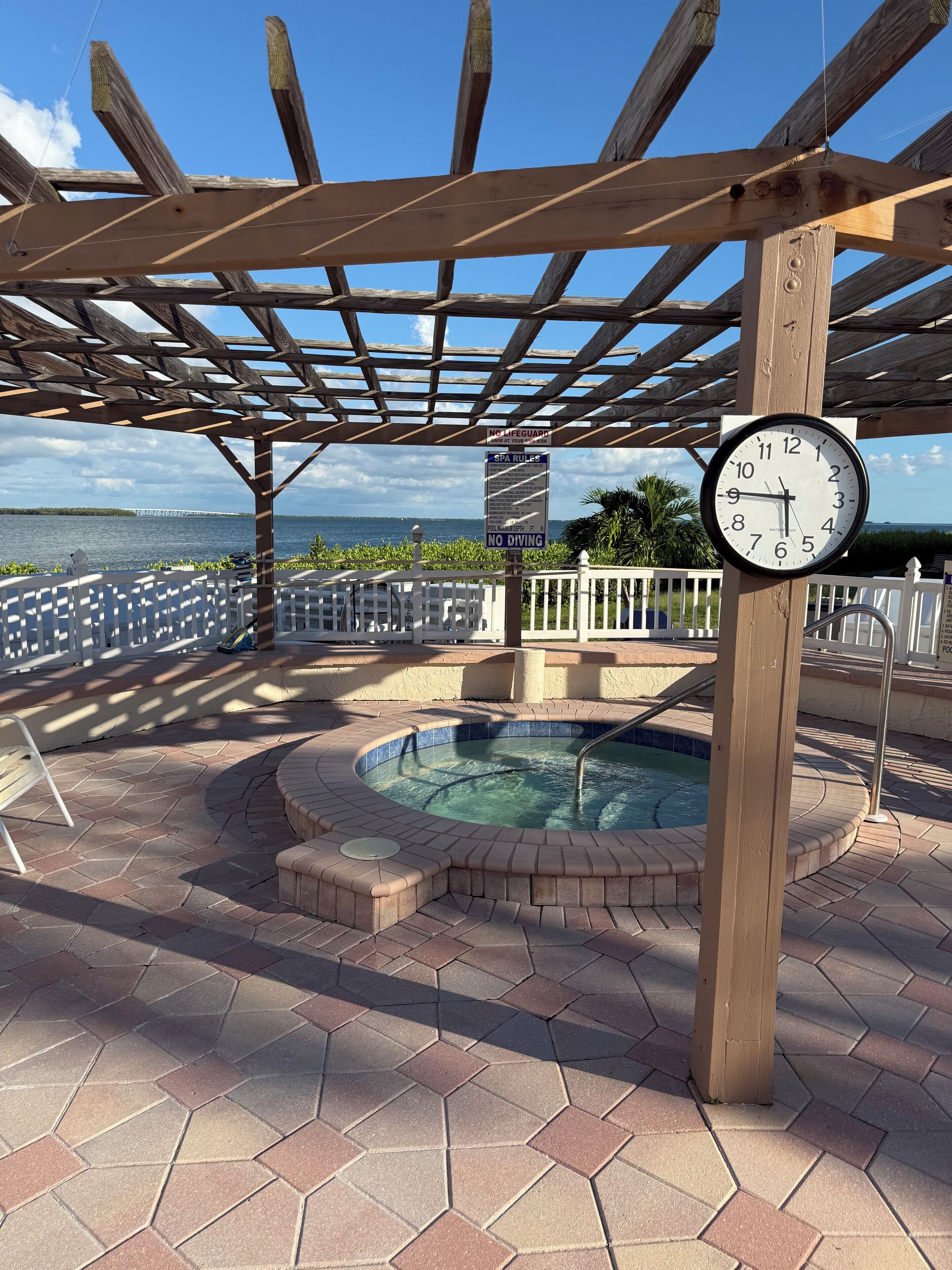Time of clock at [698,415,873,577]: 5:45
